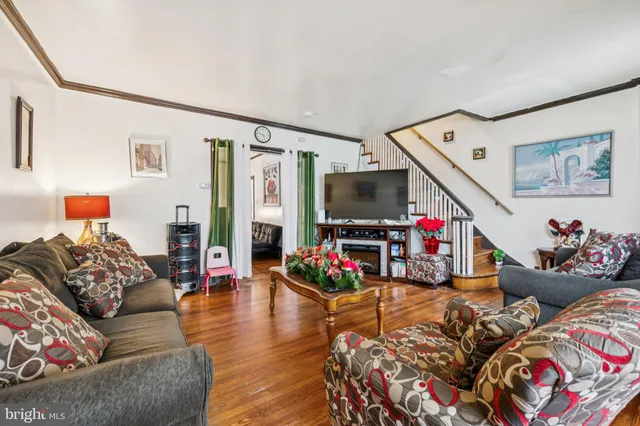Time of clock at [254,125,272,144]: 4:46
